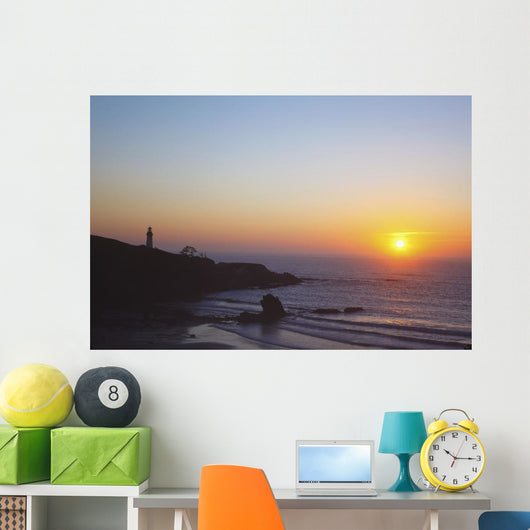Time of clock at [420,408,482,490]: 10:15
